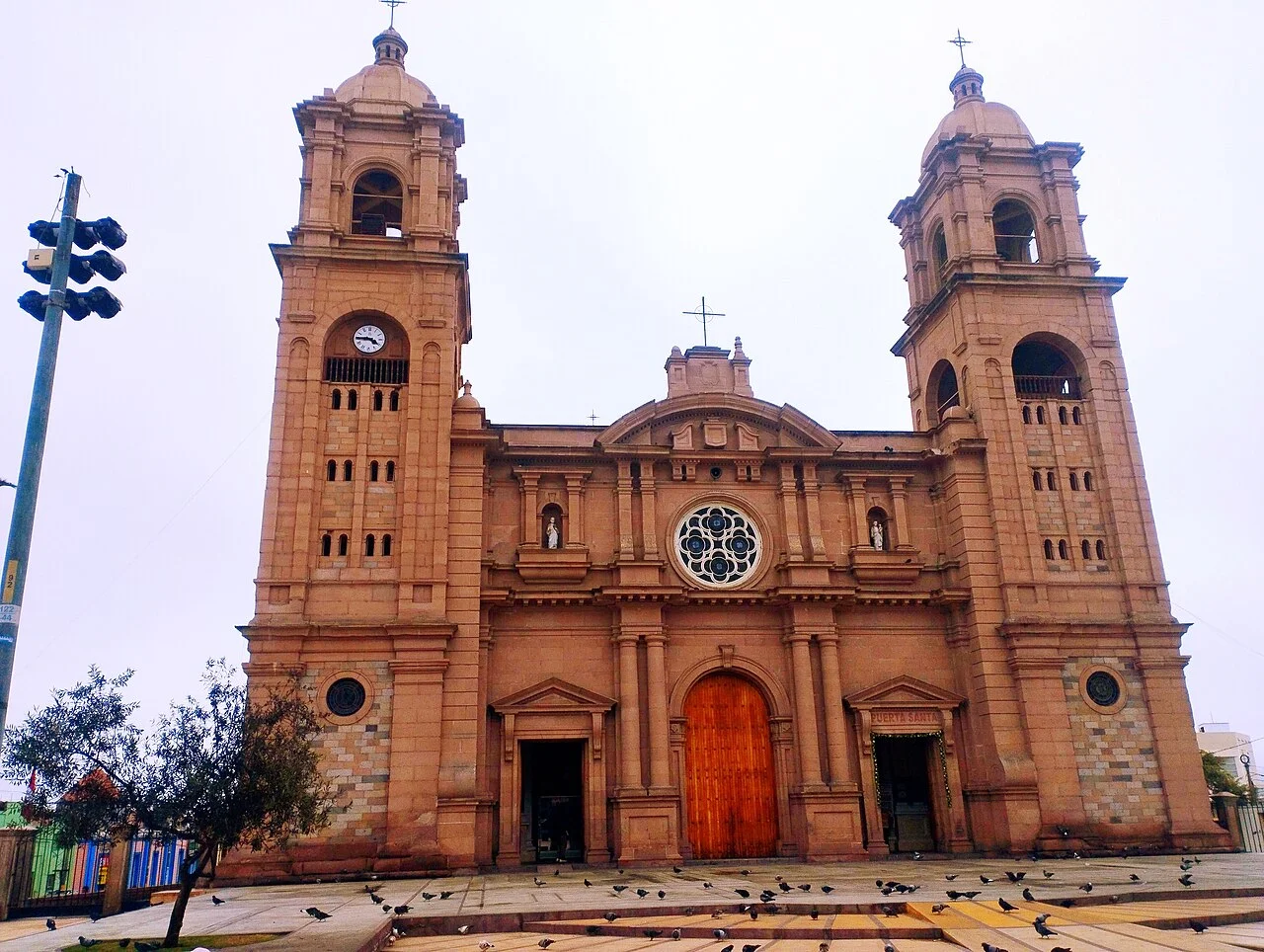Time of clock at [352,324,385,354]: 3:44
